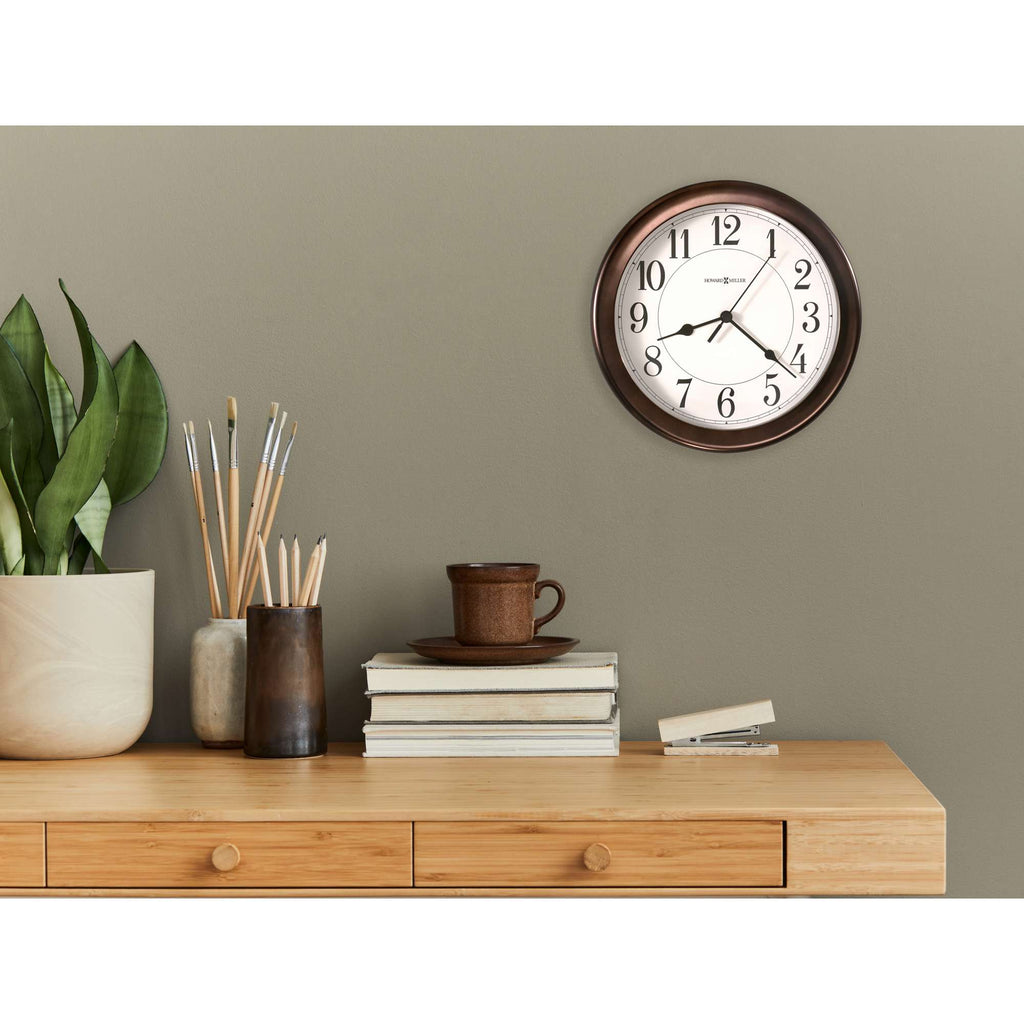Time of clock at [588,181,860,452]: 8:21
